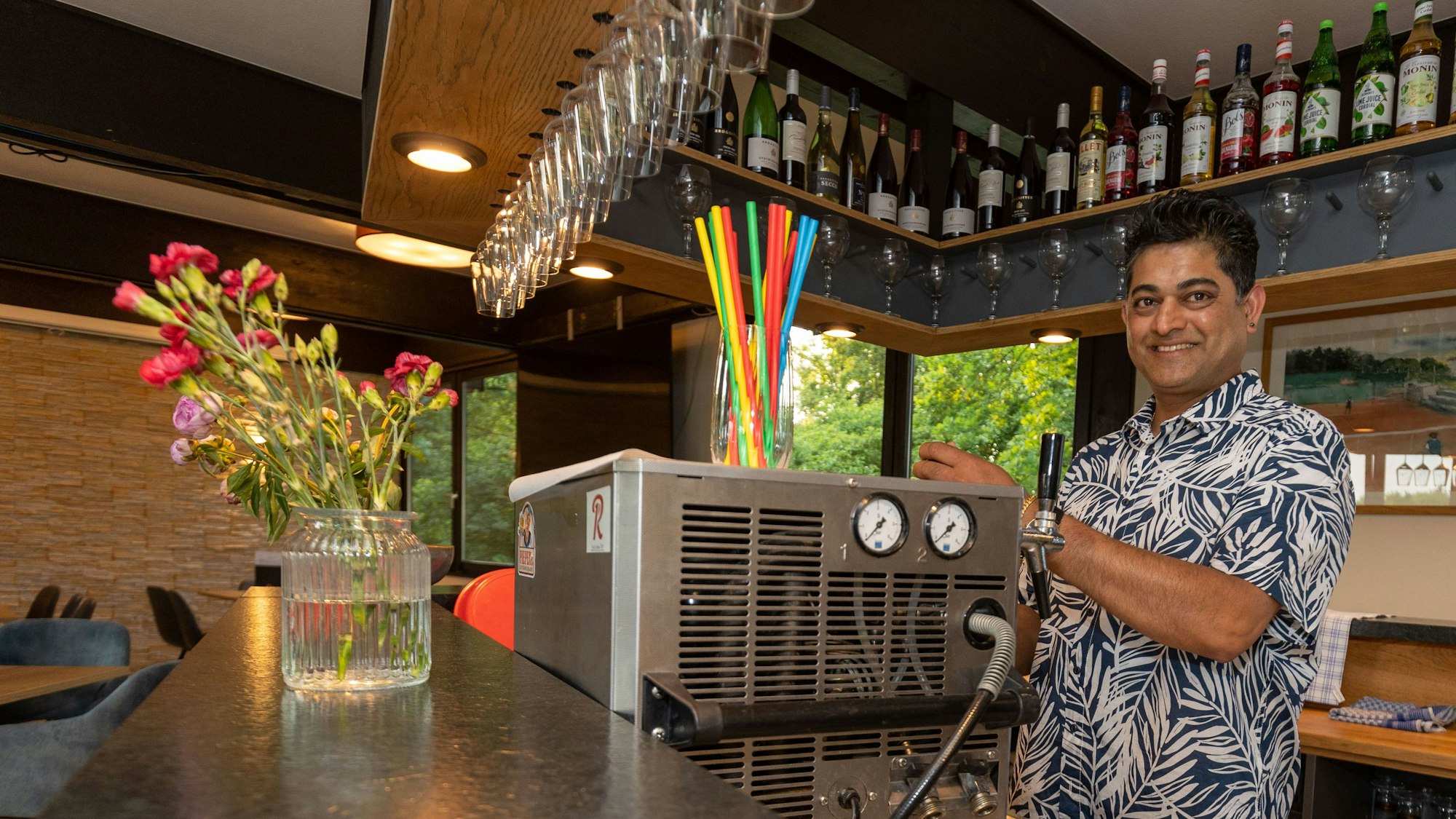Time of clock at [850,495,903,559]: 1:37
